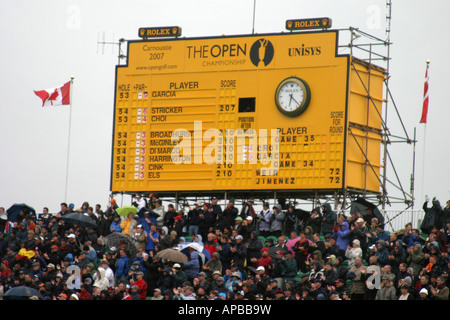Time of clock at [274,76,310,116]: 6:22
